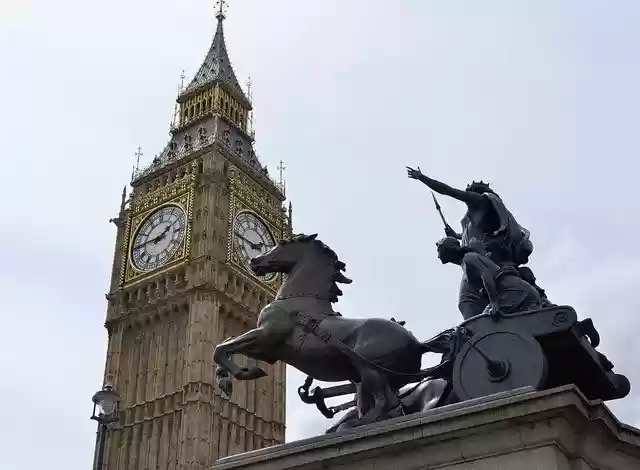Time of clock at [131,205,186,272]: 1:45
